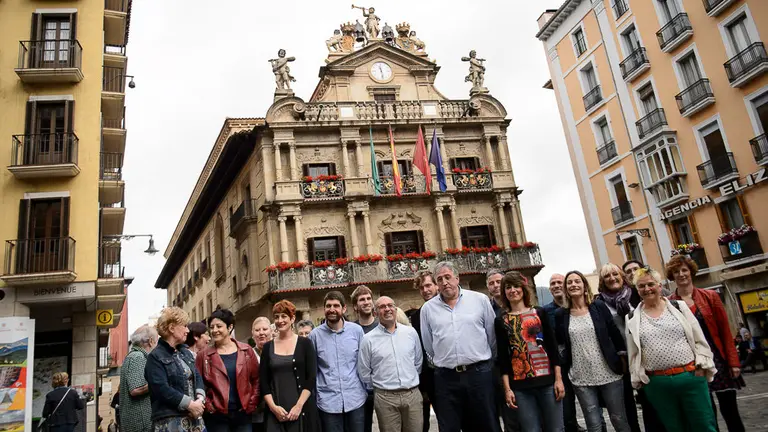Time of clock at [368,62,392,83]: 11:28
